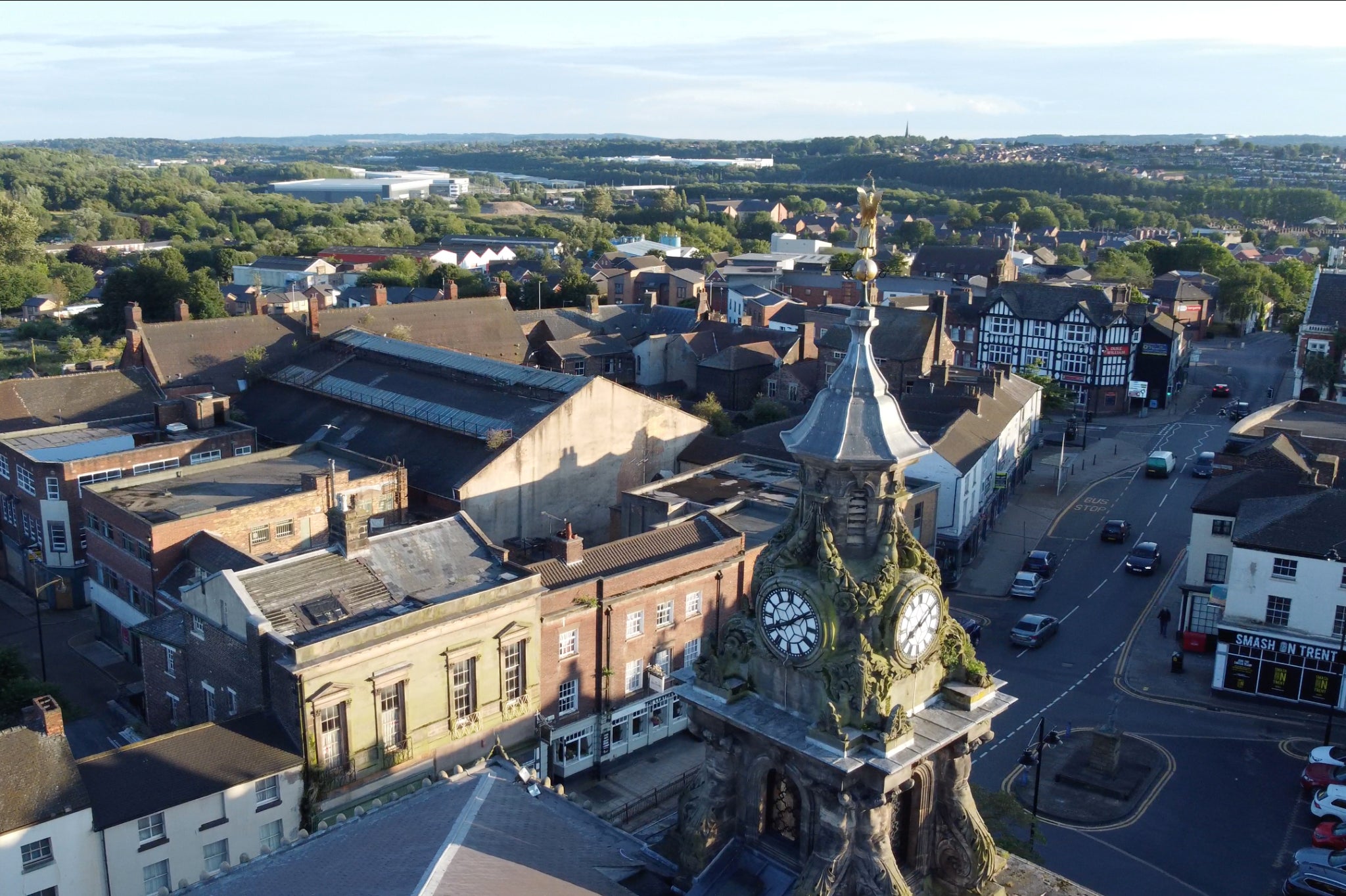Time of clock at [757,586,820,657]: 8:09
